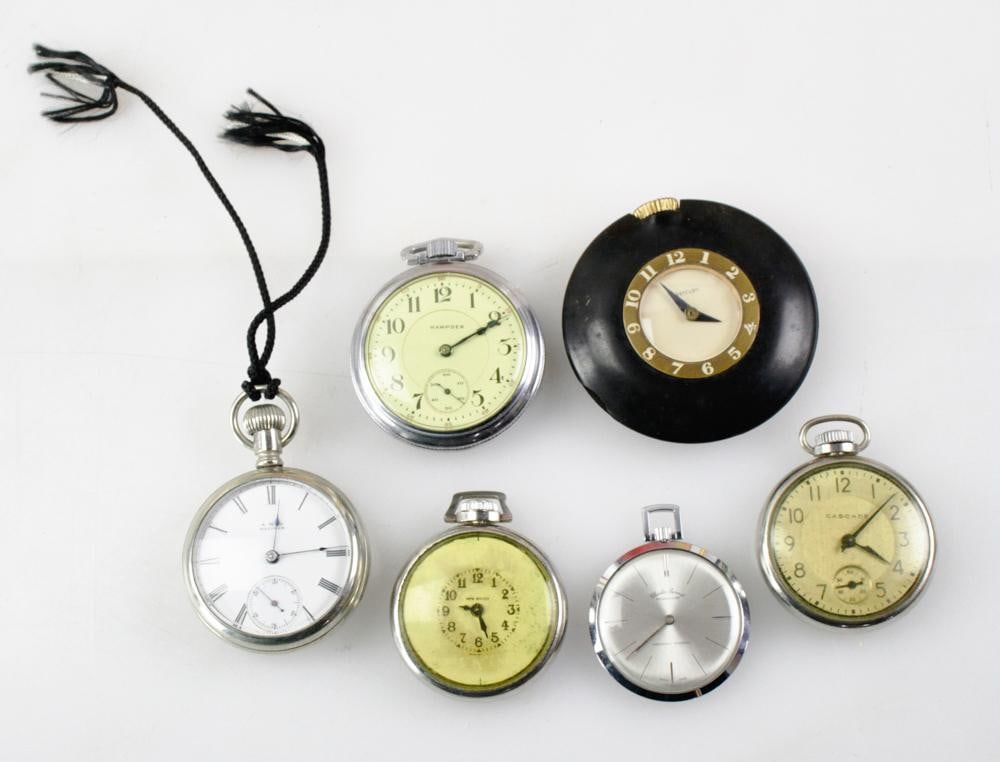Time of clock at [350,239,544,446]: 2:10
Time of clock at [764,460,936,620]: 4:07
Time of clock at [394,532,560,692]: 9:26
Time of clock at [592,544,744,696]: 7:38
